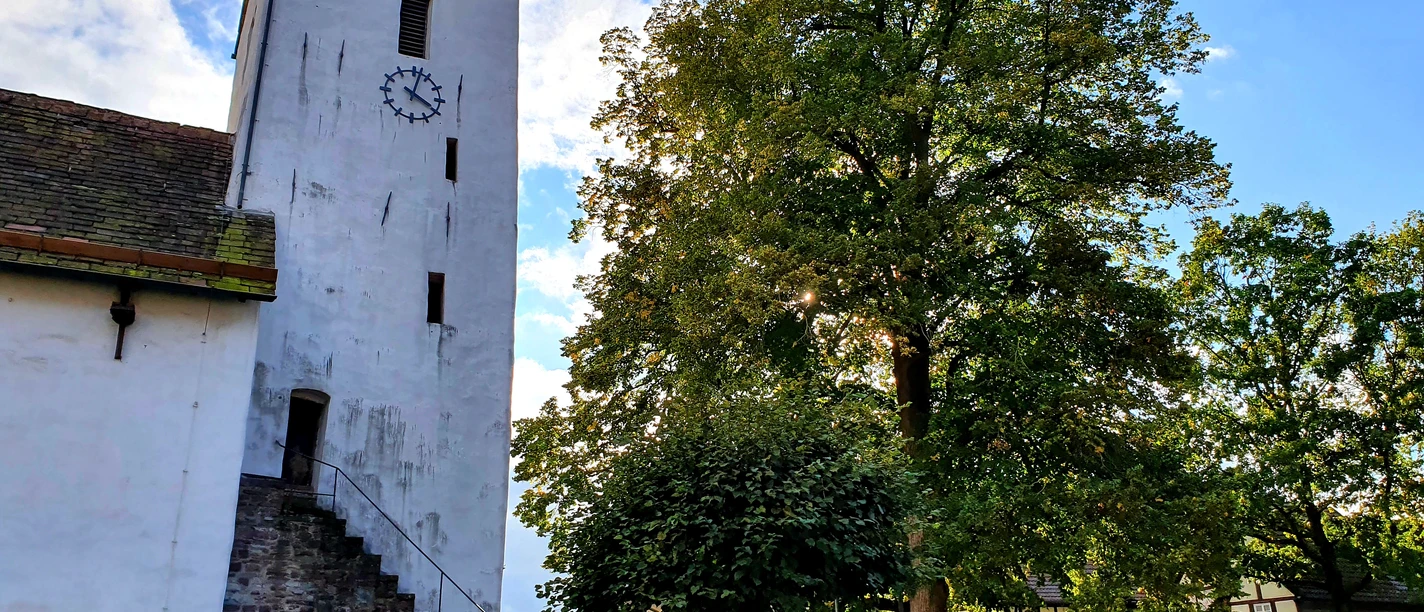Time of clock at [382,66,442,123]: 4:02
